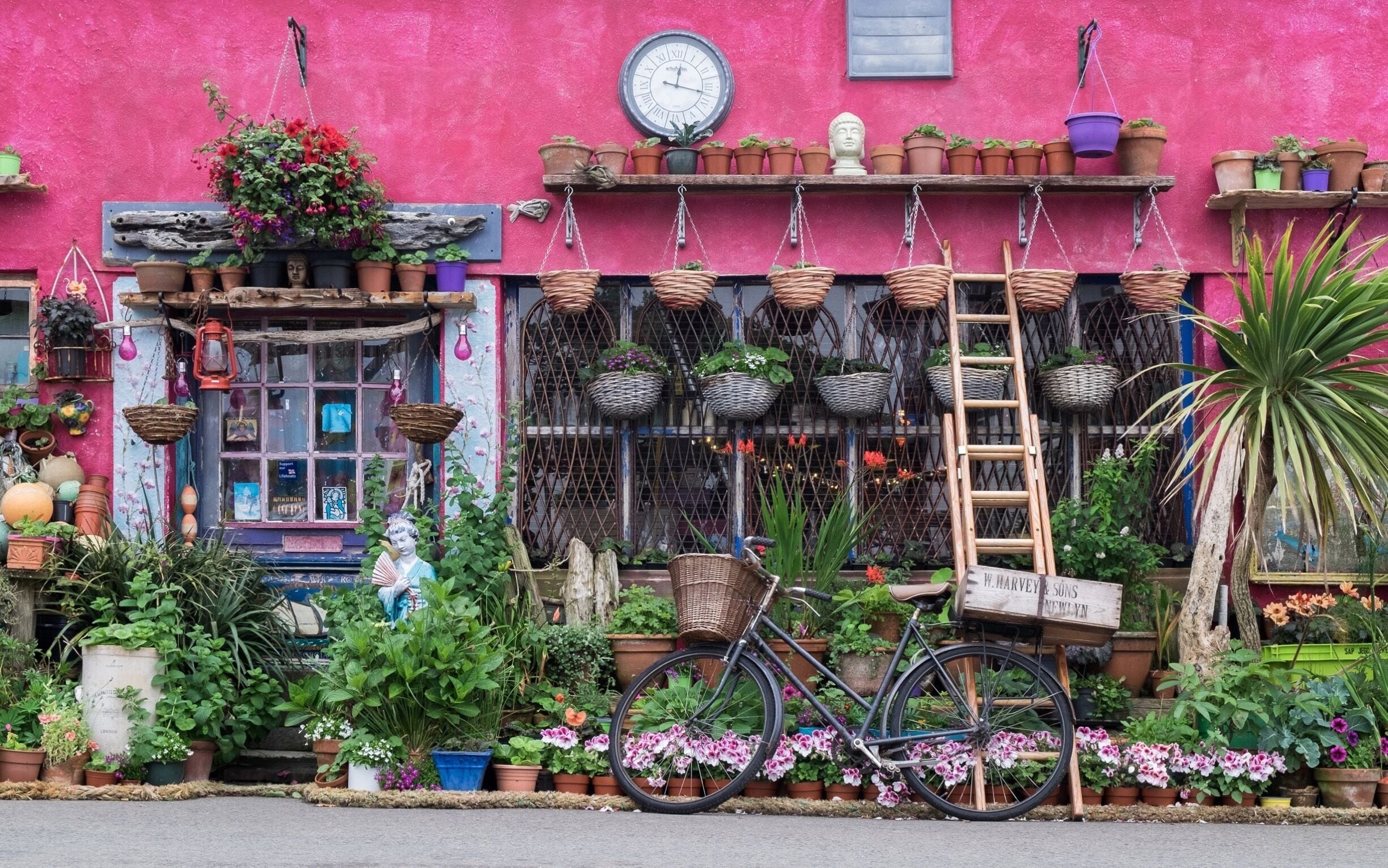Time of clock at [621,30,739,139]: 12:17
